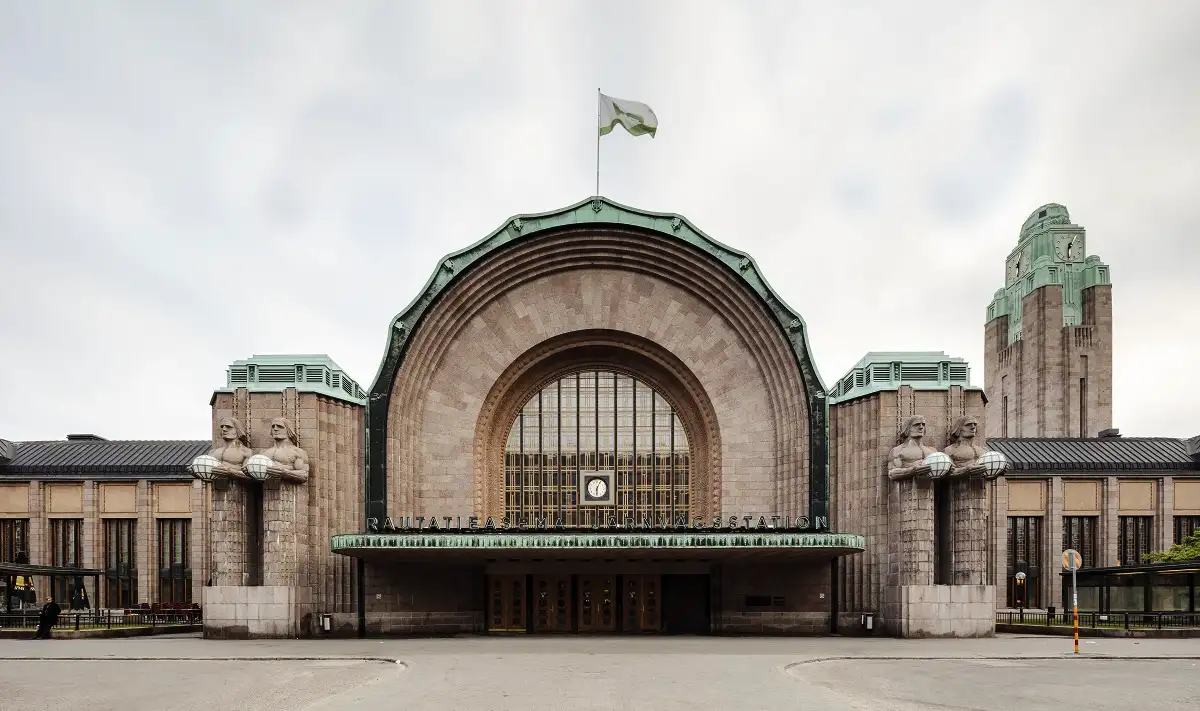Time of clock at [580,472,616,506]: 6:04
